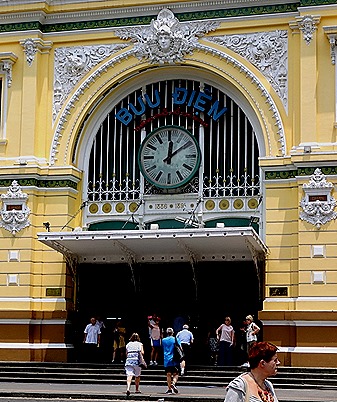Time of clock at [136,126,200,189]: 12:08
